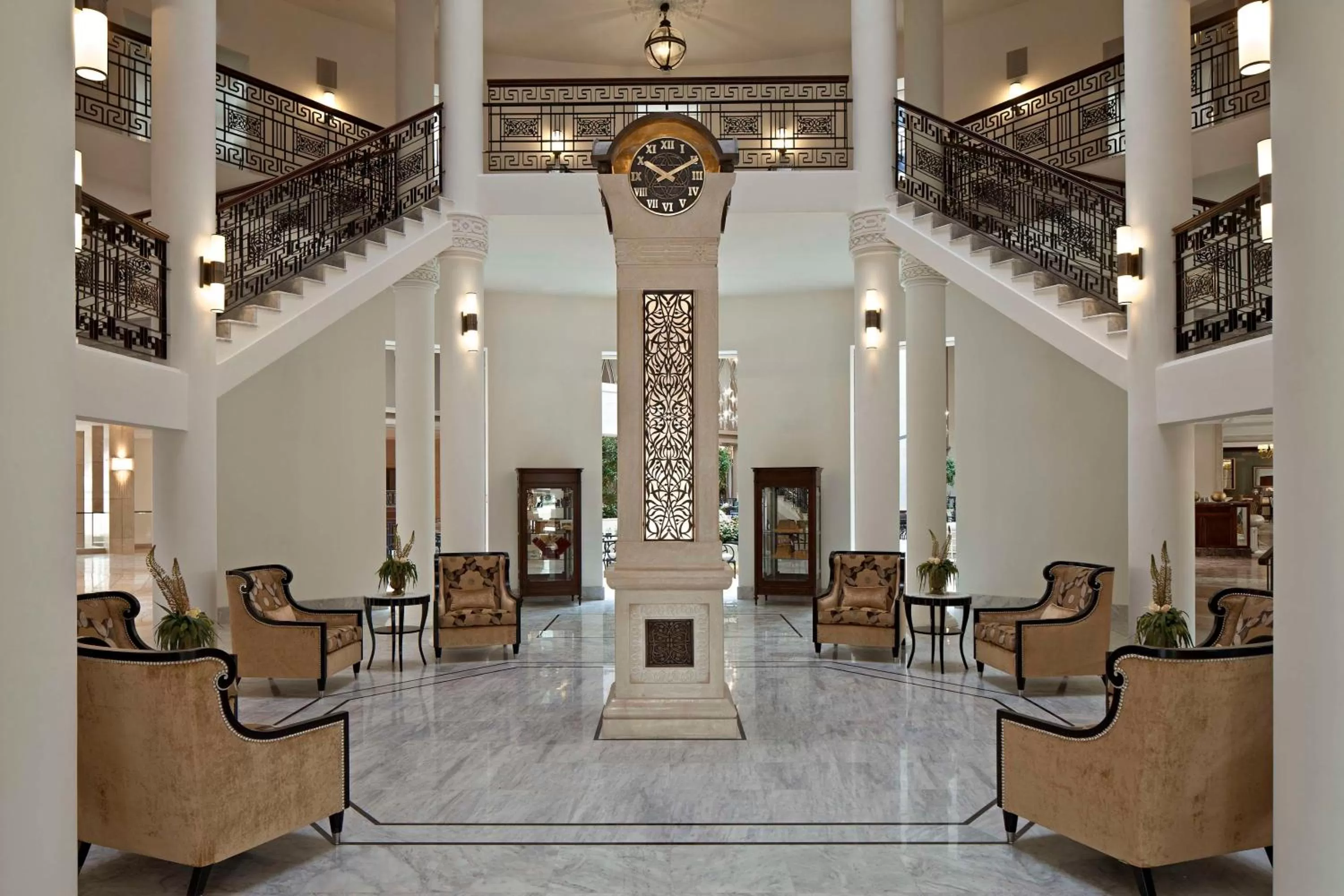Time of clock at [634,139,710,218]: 10:10
